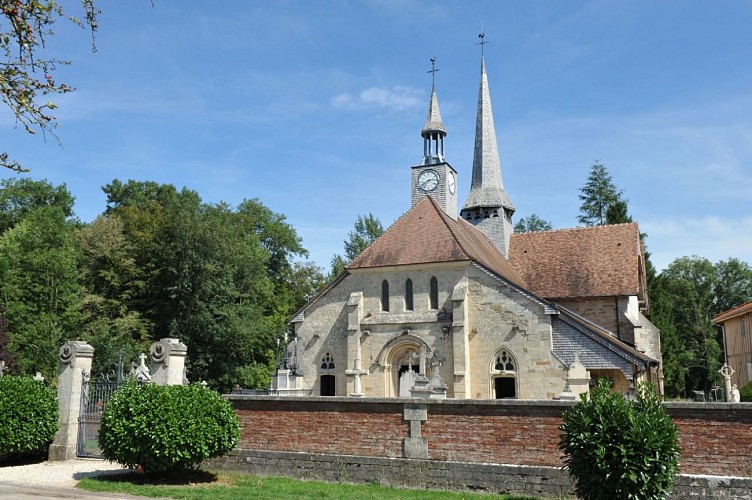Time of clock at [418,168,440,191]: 2:40
